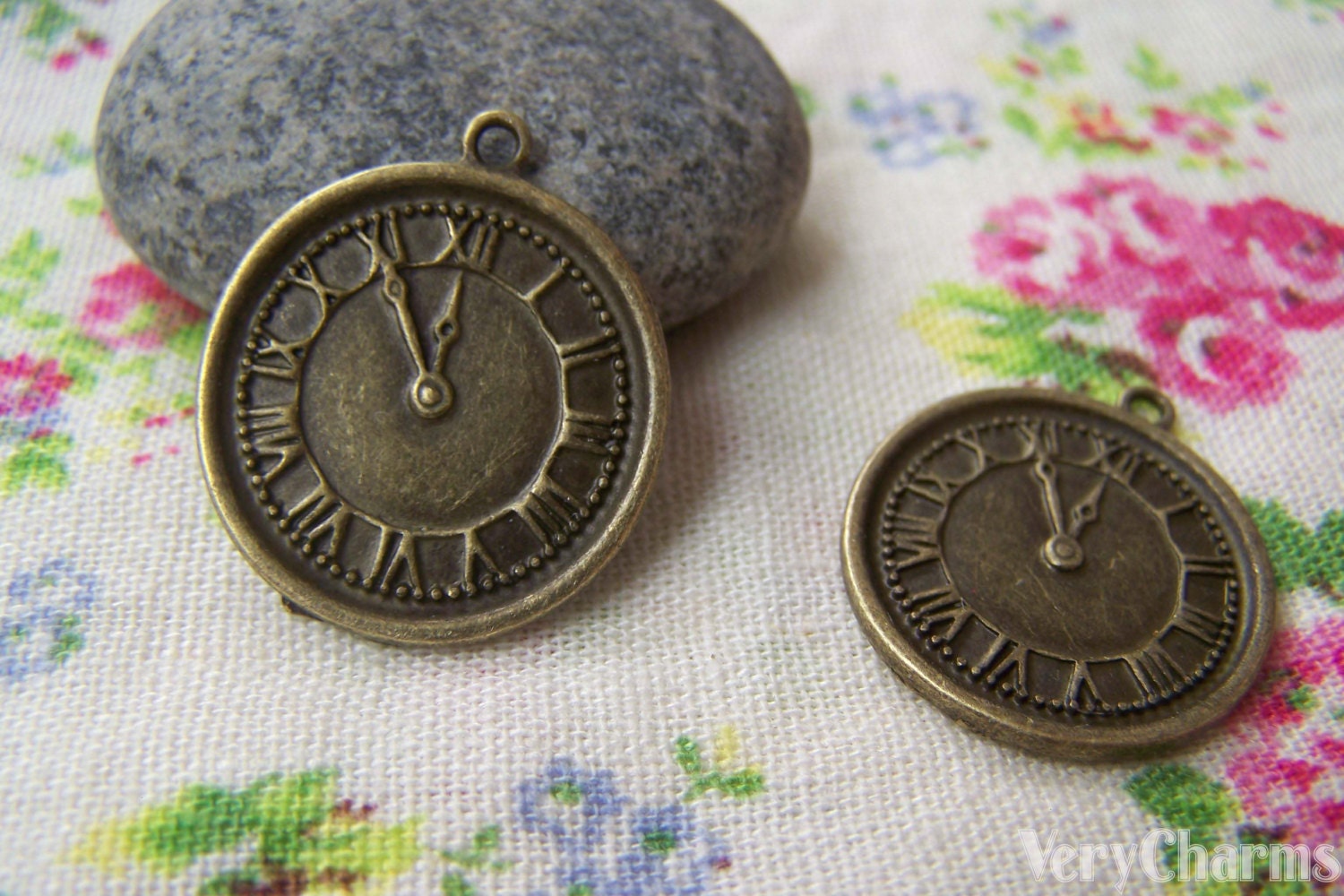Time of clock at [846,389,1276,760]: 12:59
